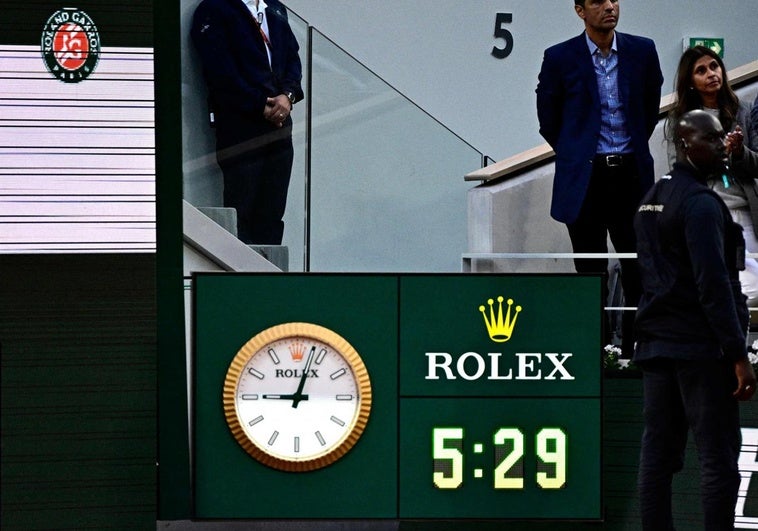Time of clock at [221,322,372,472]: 9:02
